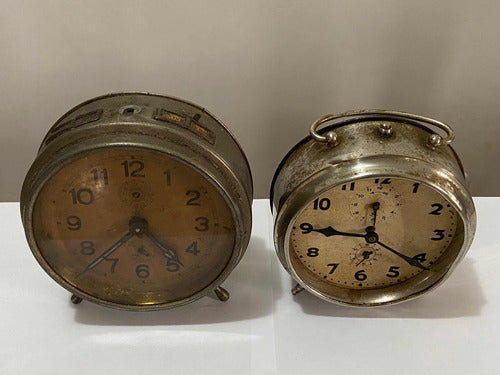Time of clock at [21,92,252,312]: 4:37
